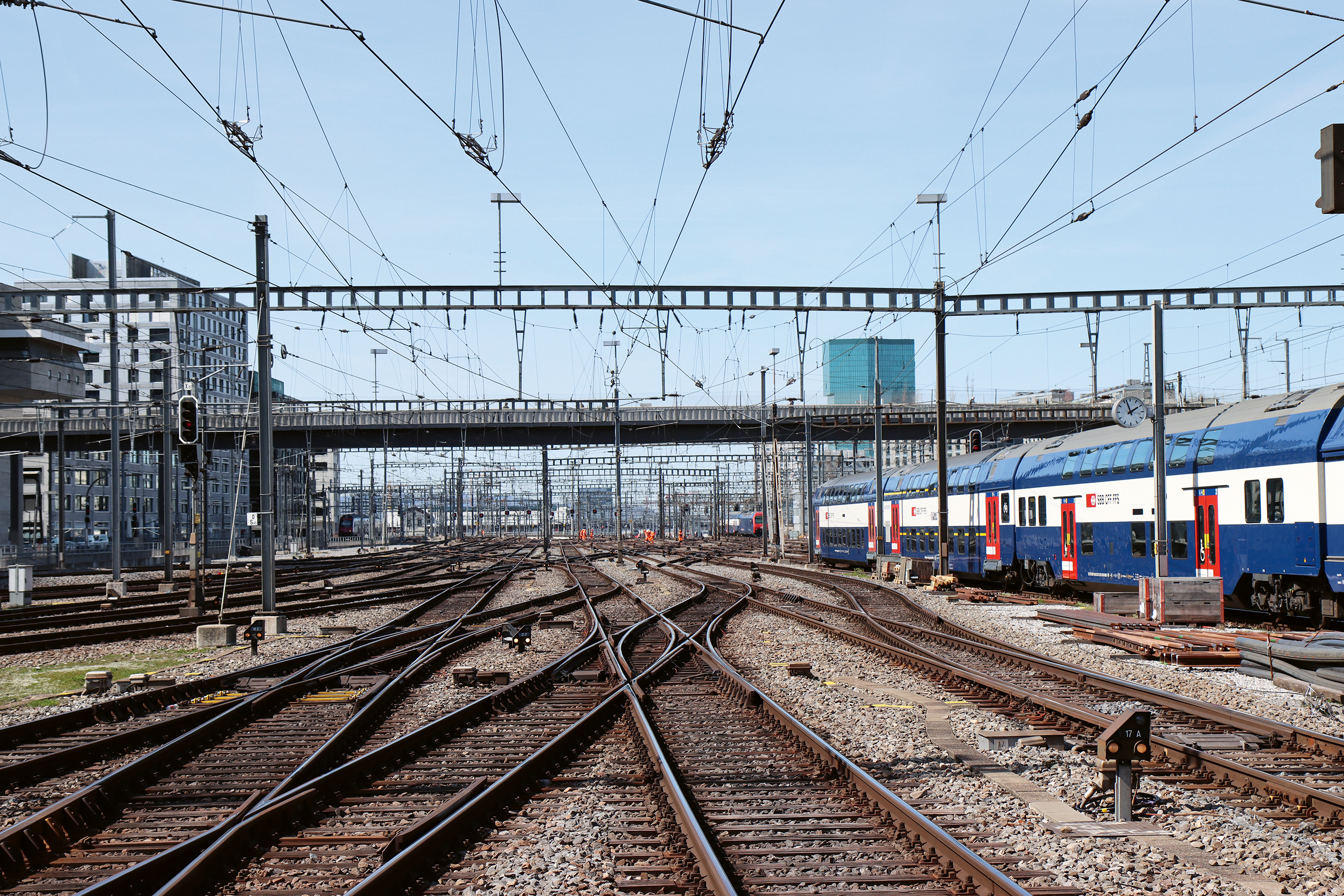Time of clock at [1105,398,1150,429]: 1:57
